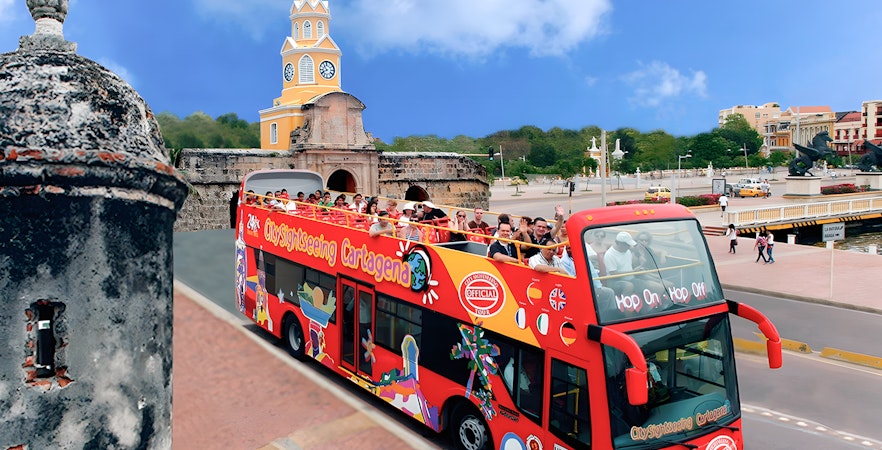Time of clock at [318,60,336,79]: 10:41
